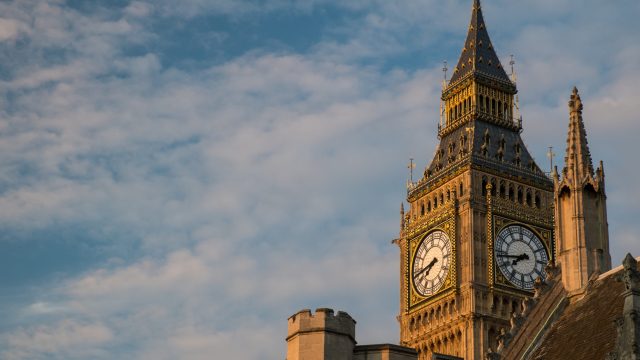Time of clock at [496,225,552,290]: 7:43
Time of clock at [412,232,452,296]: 7:43
